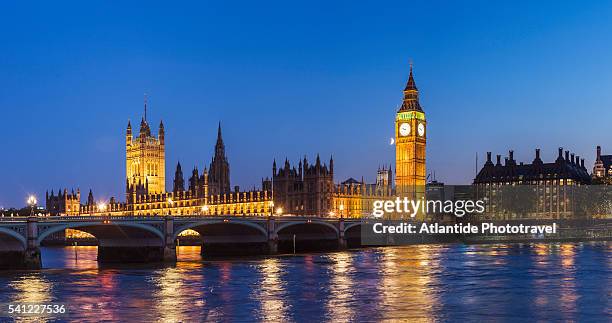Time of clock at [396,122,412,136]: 8:47
